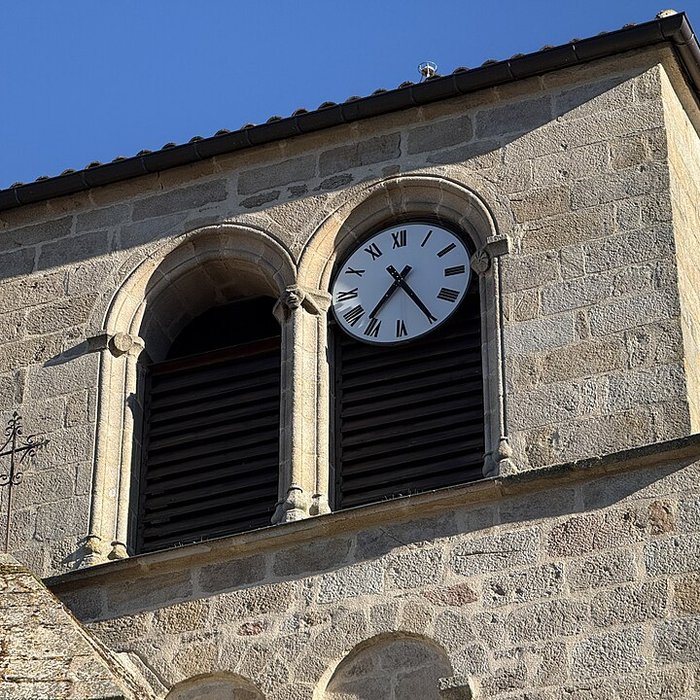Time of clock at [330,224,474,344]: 7:24
